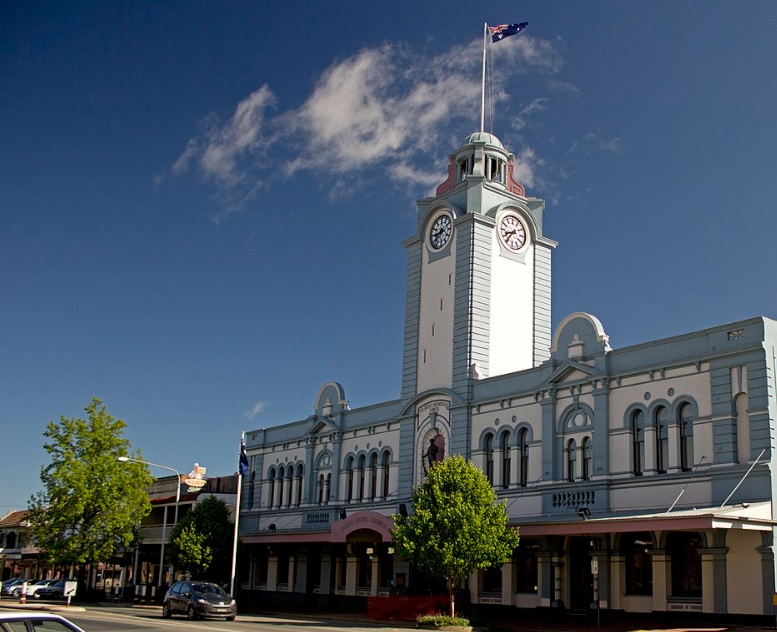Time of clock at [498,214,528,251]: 8:36
